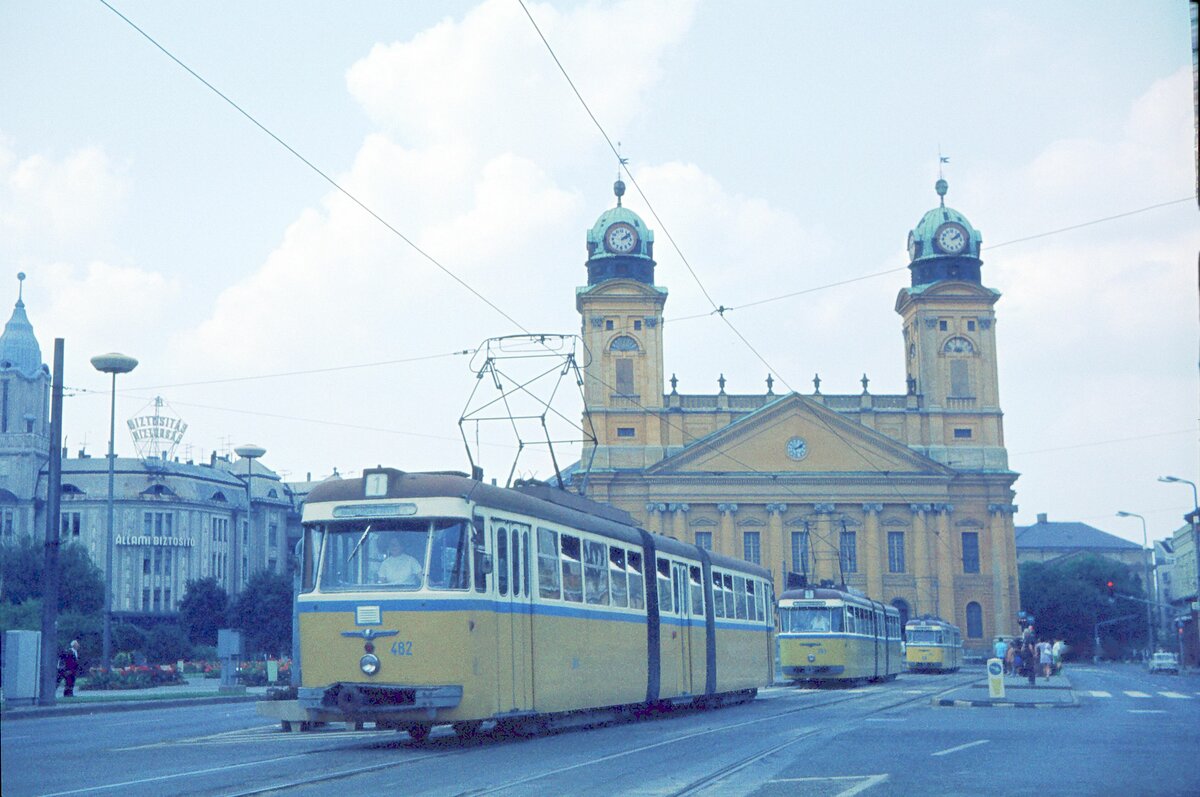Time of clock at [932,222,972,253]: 2:08
